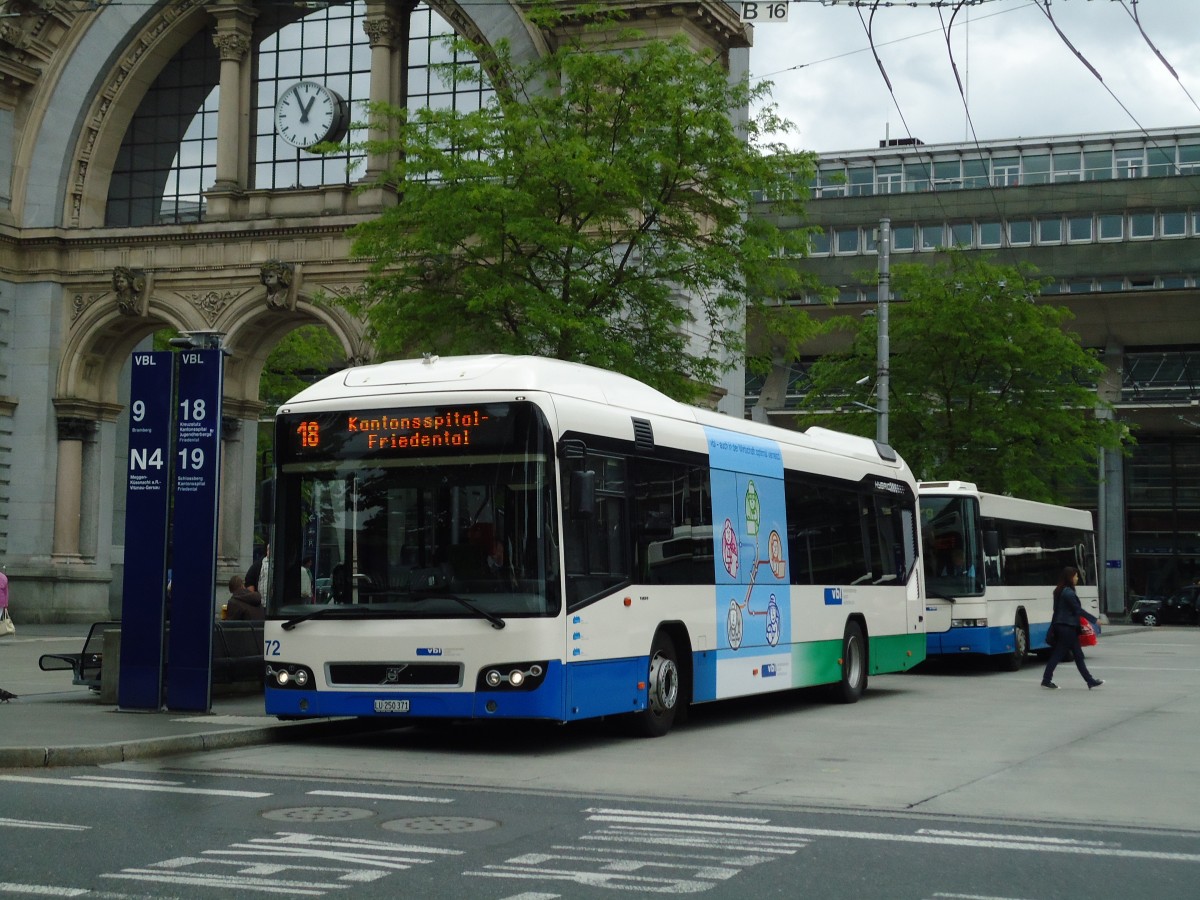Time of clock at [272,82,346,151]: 12:55
